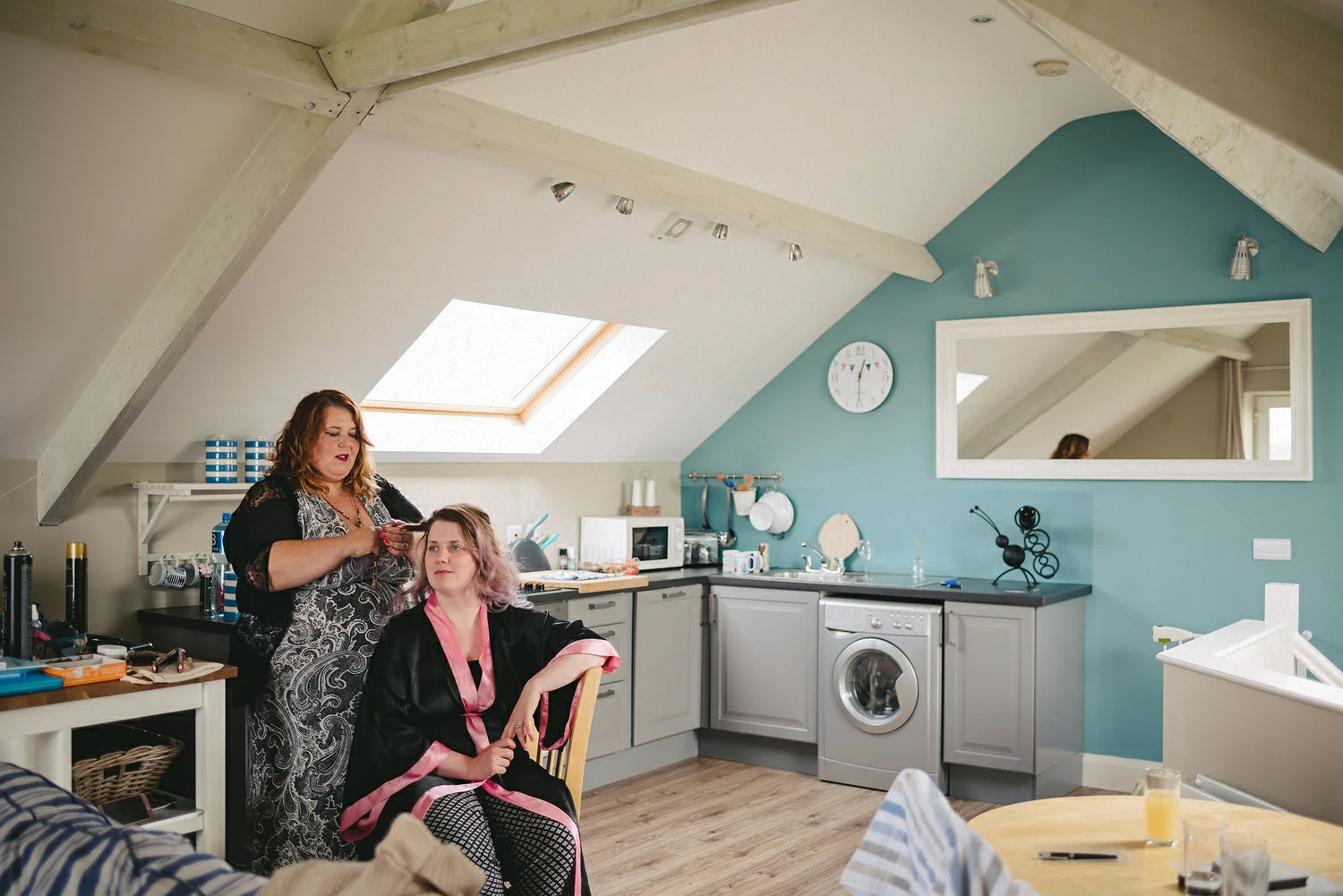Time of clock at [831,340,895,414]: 12:30
